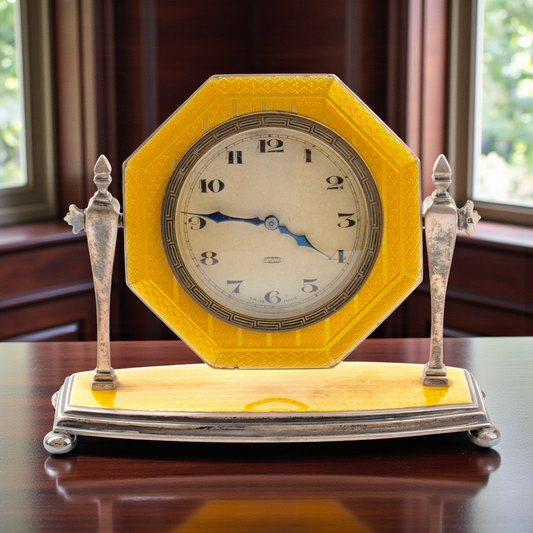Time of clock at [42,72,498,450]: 3:45
